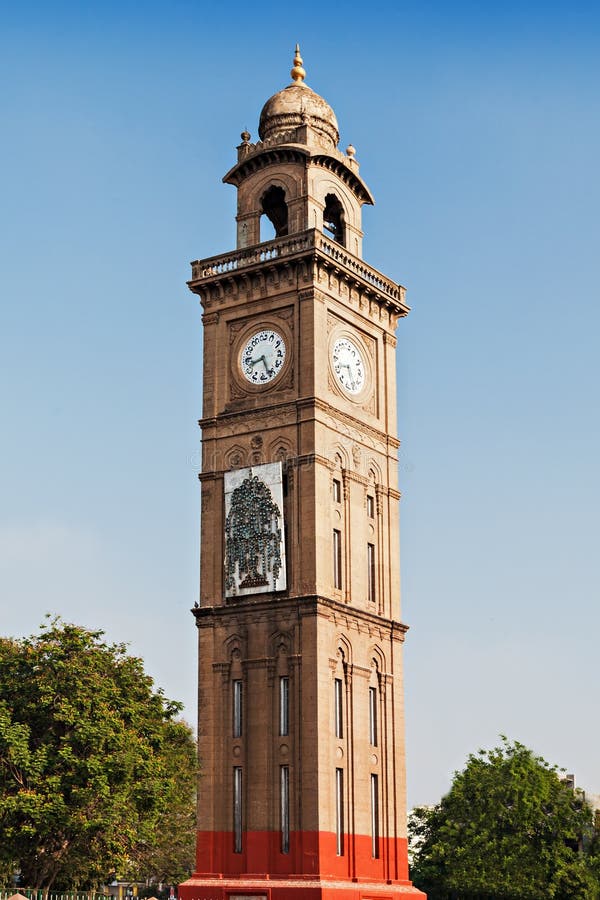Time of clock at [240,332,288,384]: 8:26
